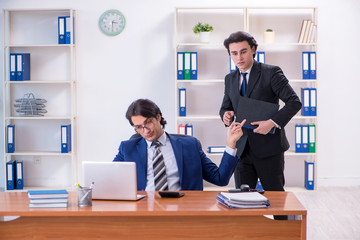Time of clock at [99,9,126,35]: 3:30
